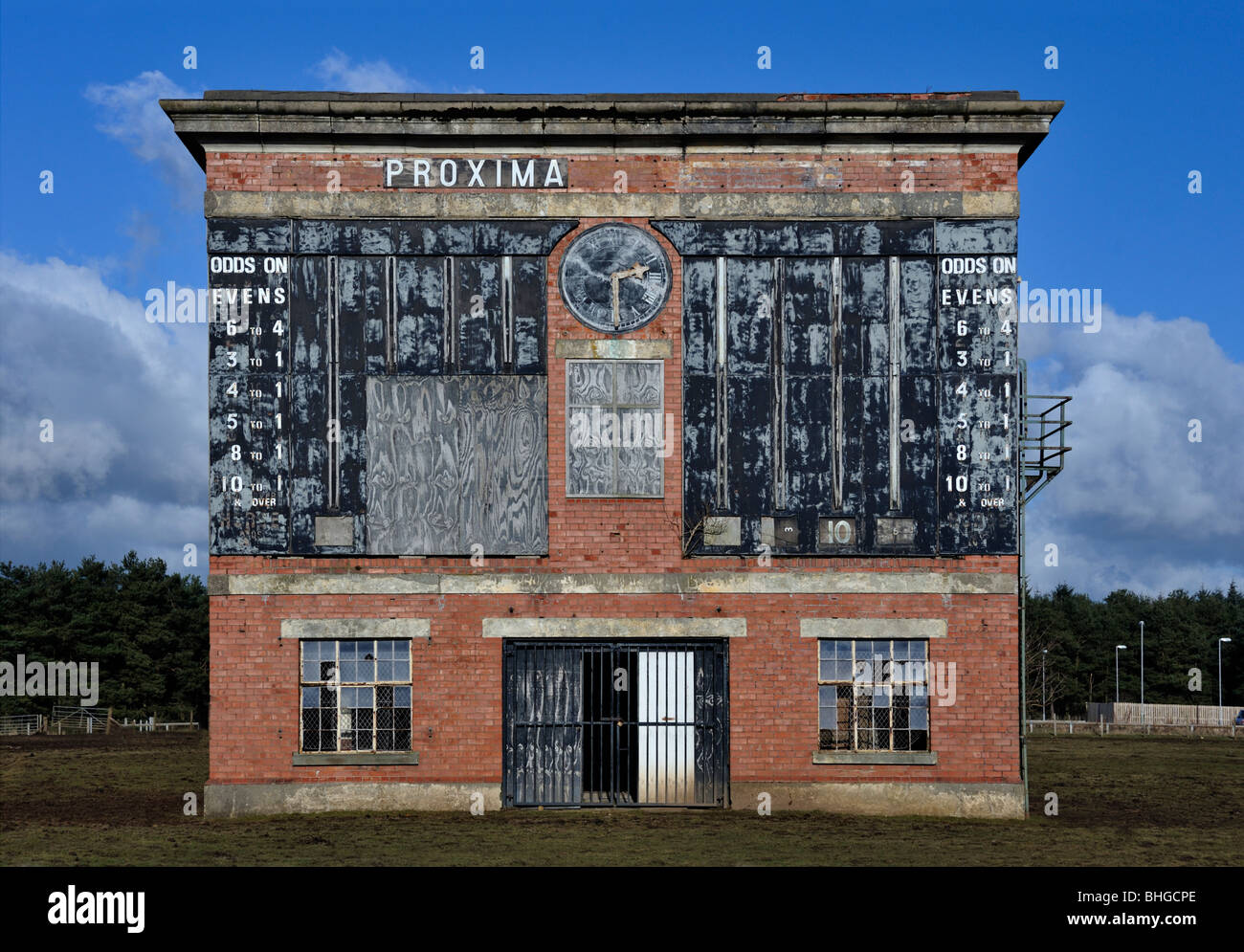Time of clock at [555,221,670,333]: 2:29
